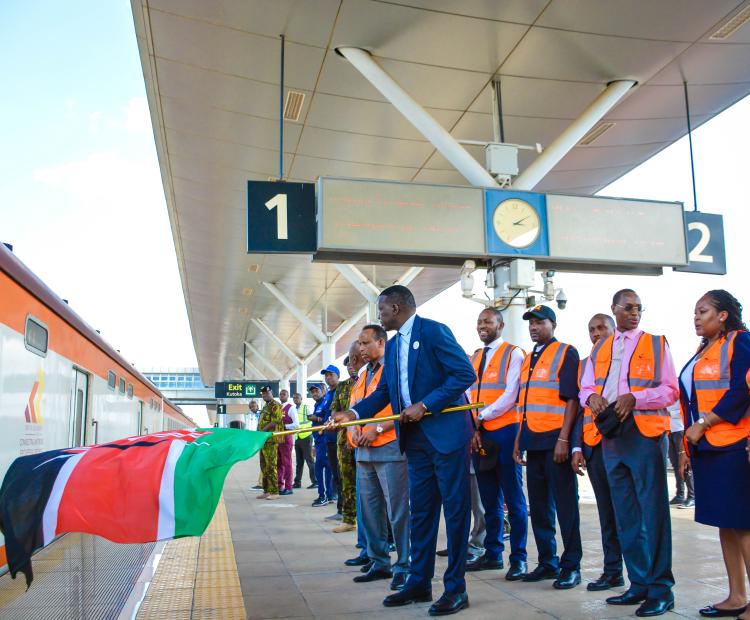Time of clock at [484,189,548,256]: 3:10
